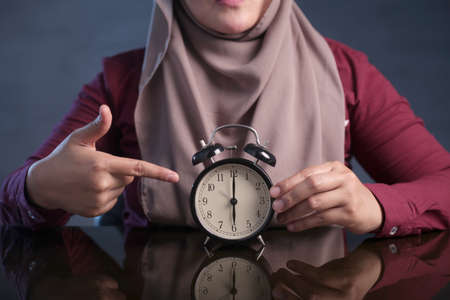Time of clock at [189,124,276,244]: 6:00
